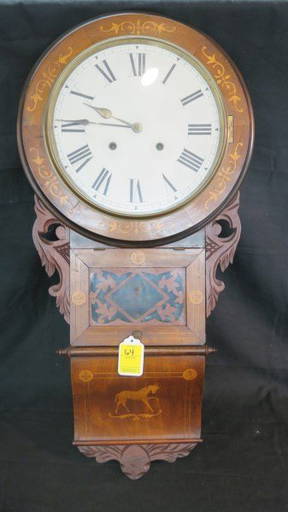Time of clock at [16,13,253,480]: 9:45
